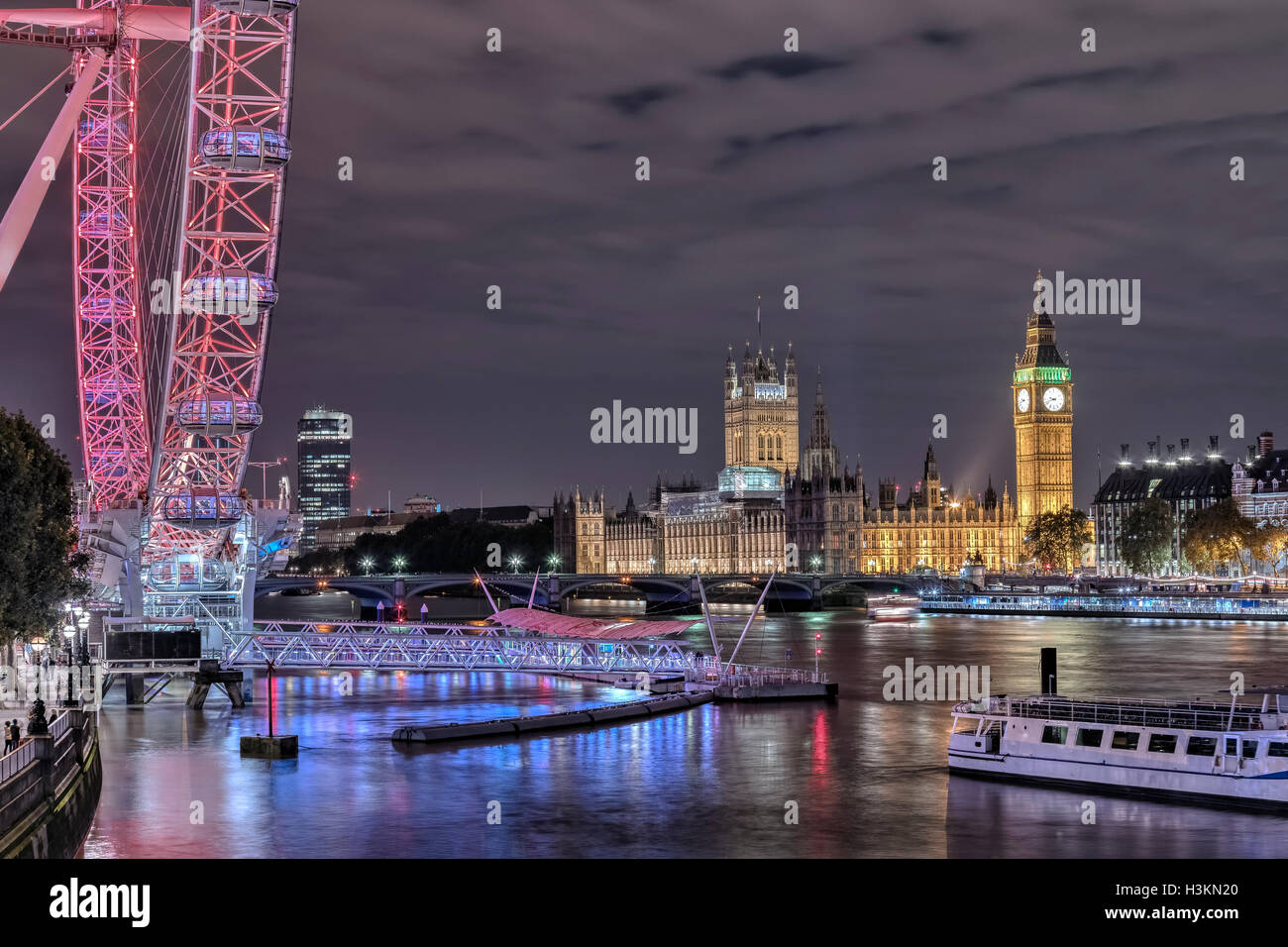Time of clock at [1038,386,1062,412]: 9:42
